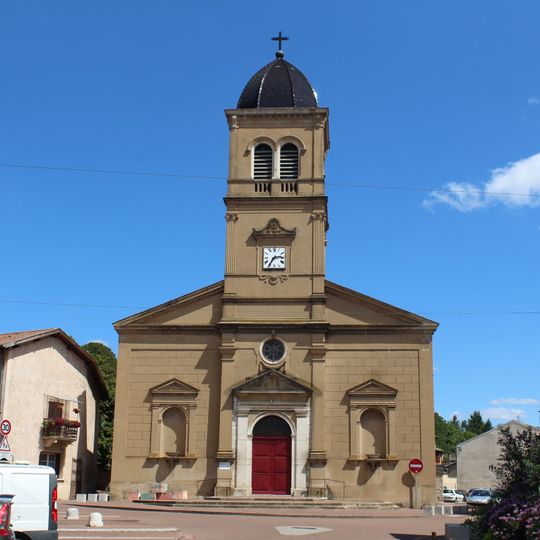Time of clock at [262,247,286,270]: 2:35
